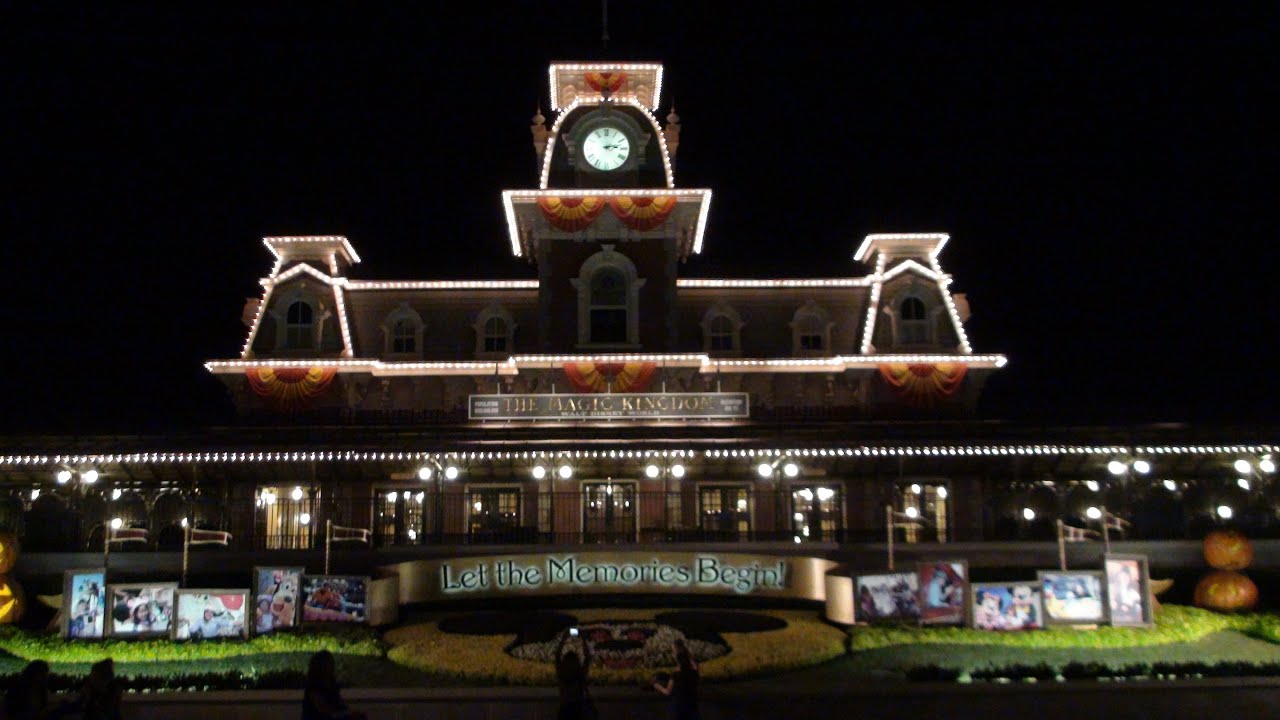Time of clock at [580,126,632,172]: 2:59
